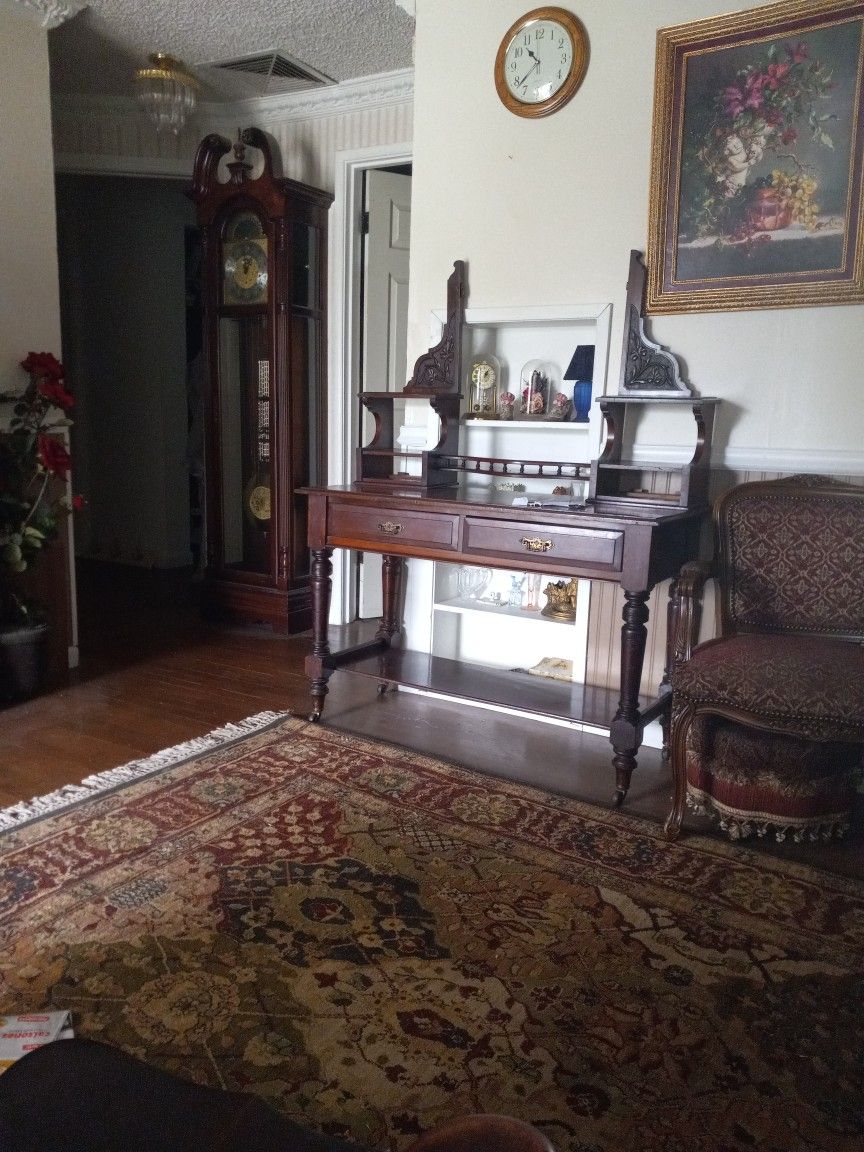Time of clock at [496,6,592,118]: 10:38
